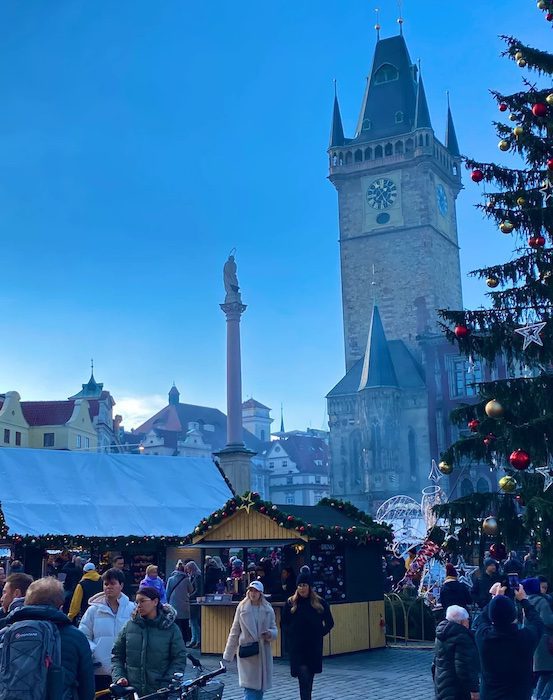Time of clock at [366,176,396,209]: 1:36
